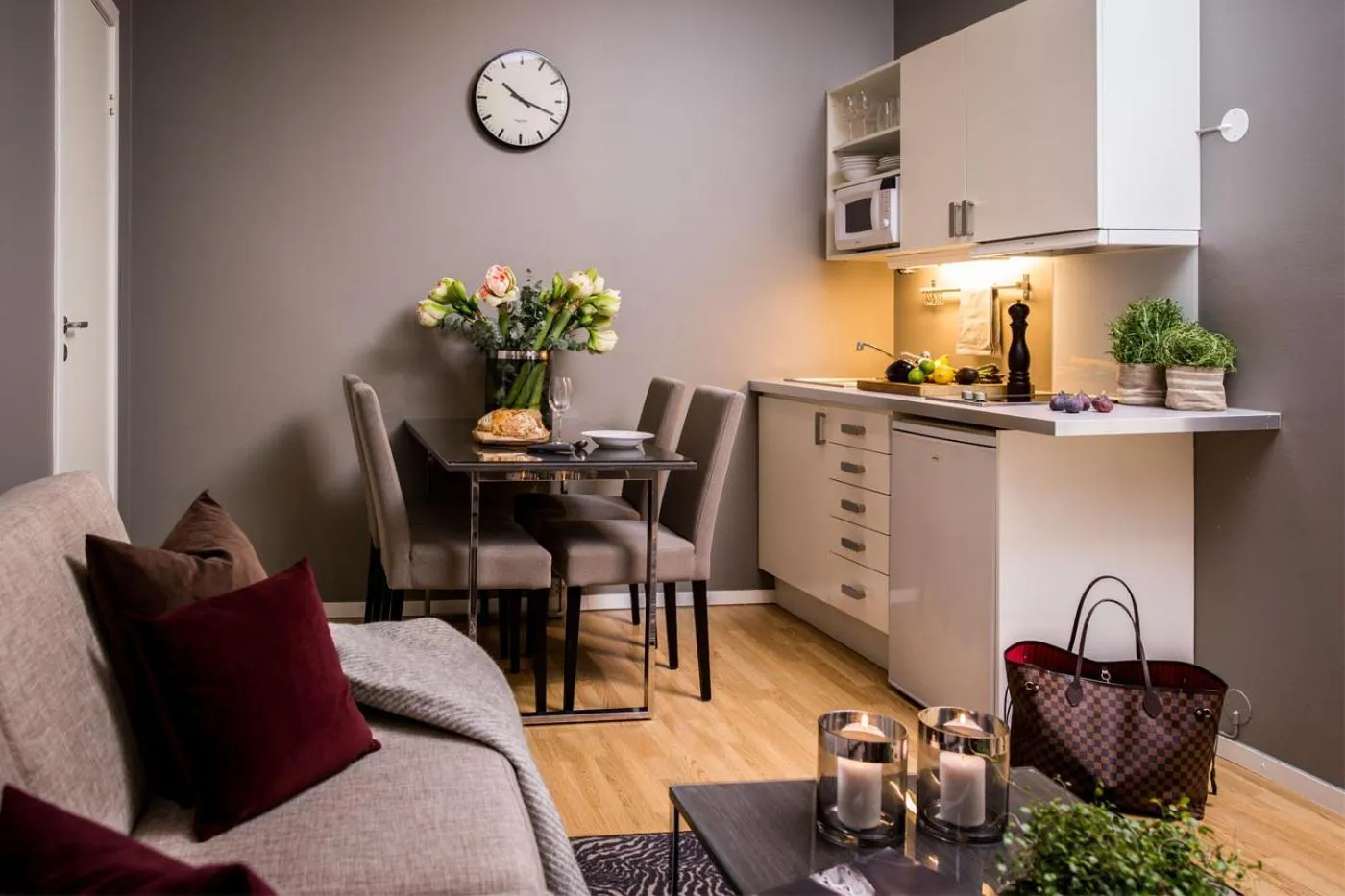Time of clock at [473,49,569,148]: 10:18
